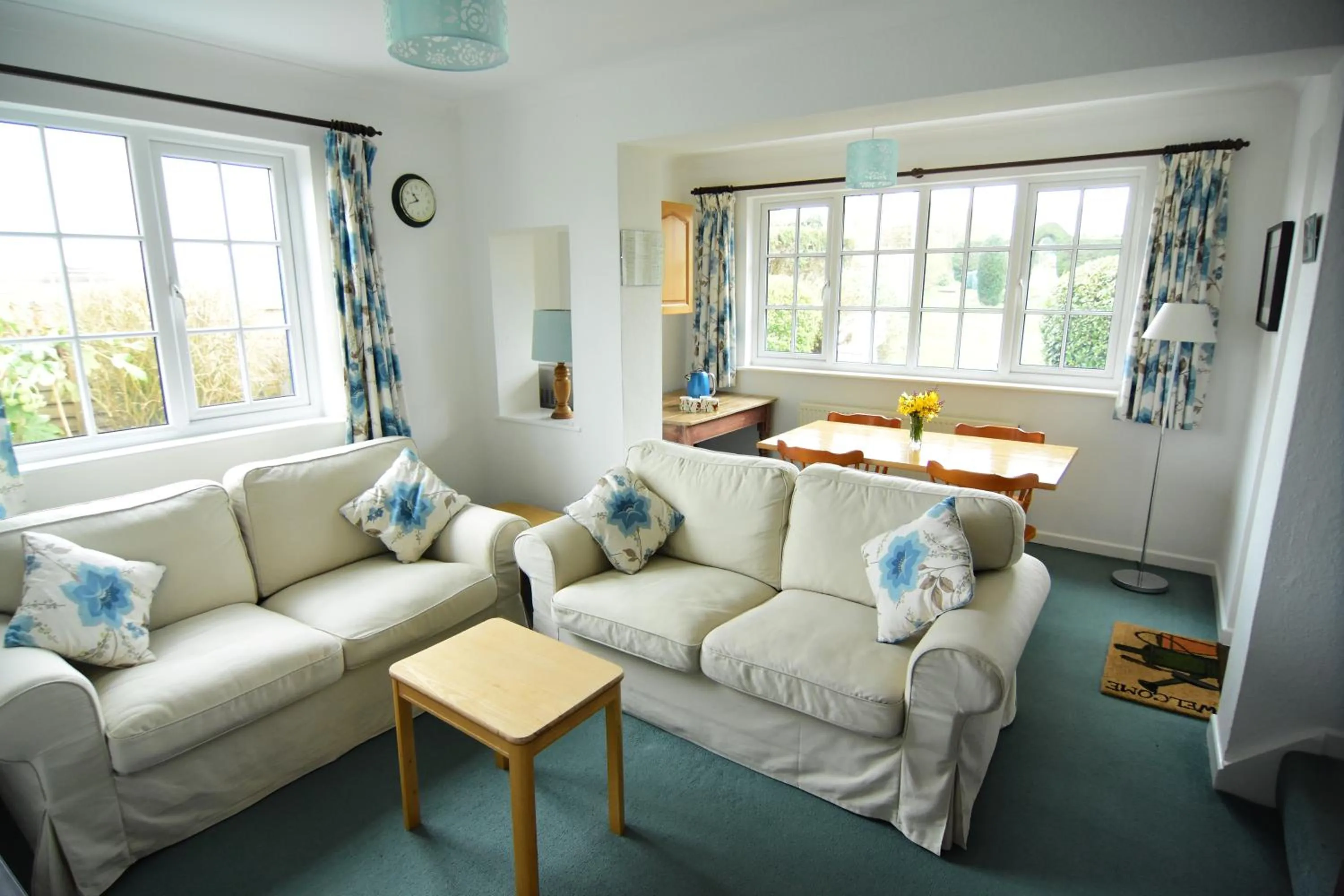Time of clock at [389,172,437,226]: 10:42
